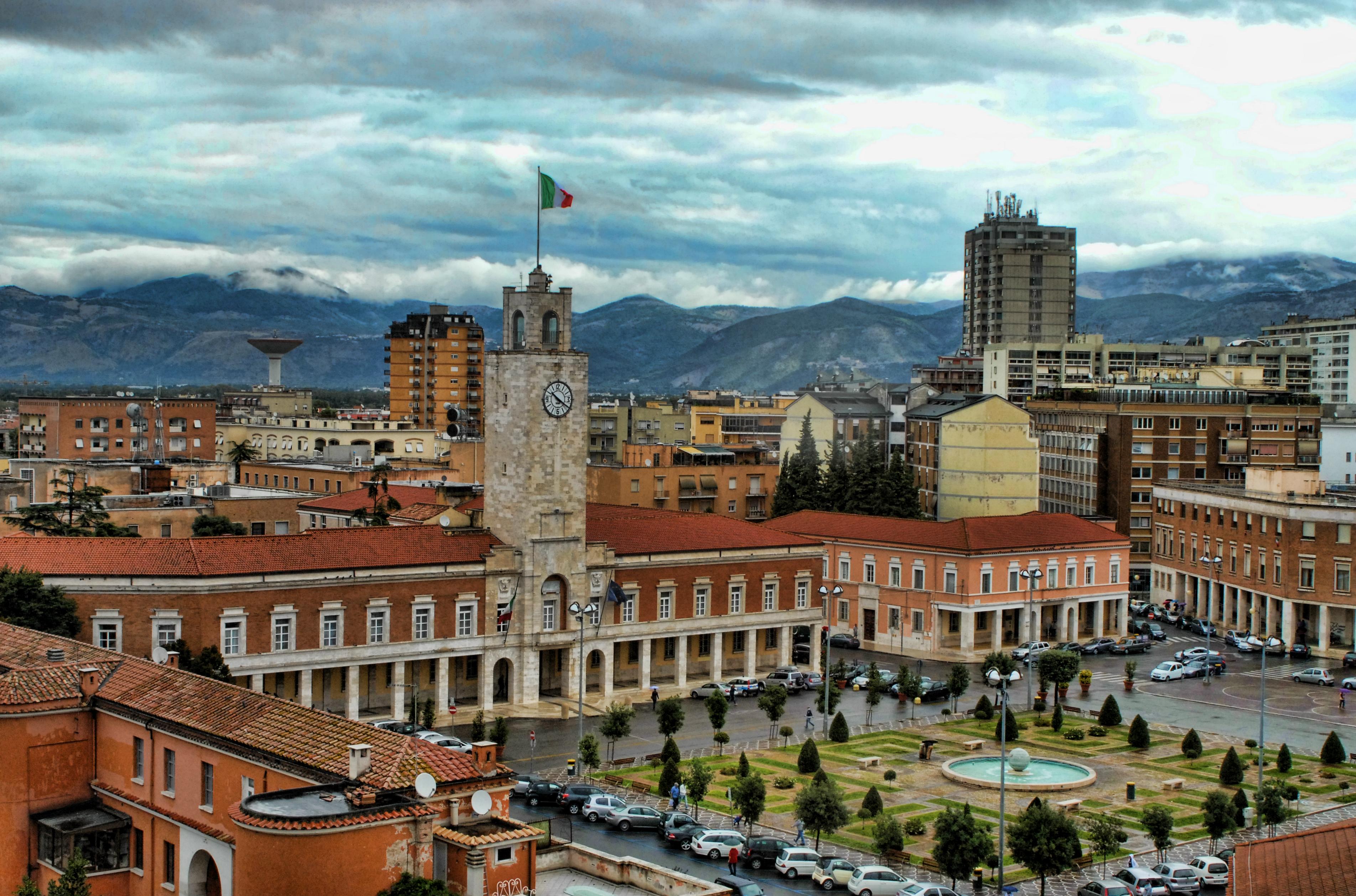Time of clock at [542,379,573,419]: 10:20
